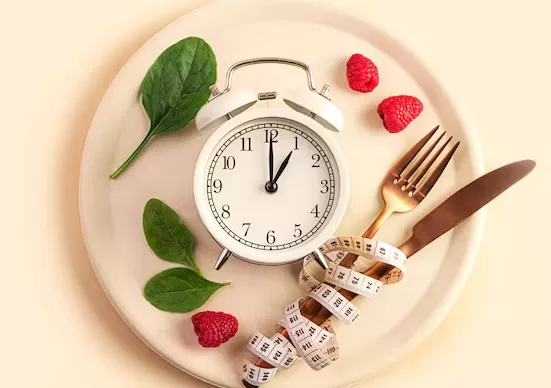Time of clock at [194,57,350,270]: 1:00
